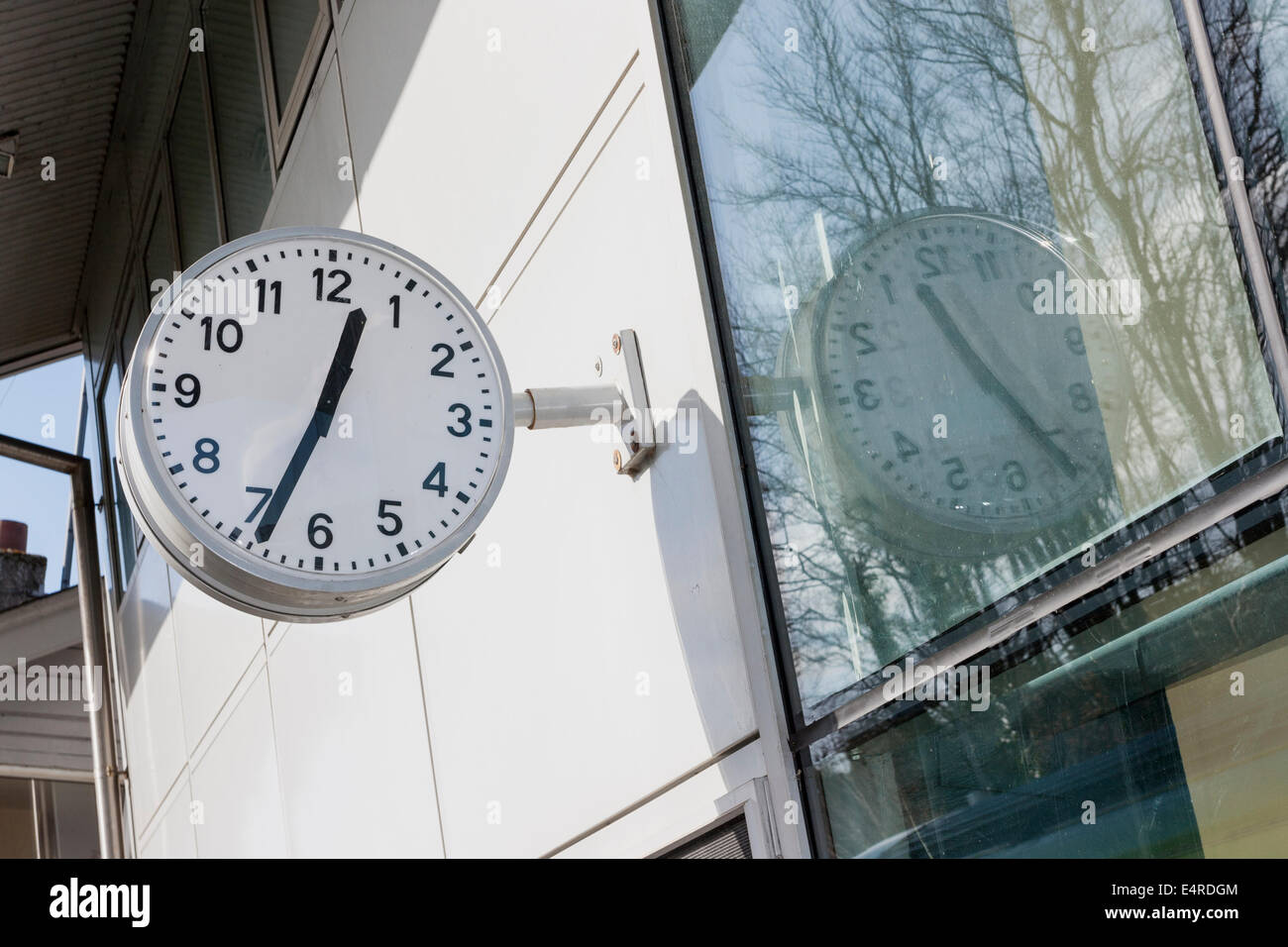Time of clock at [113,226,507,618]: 12:33
